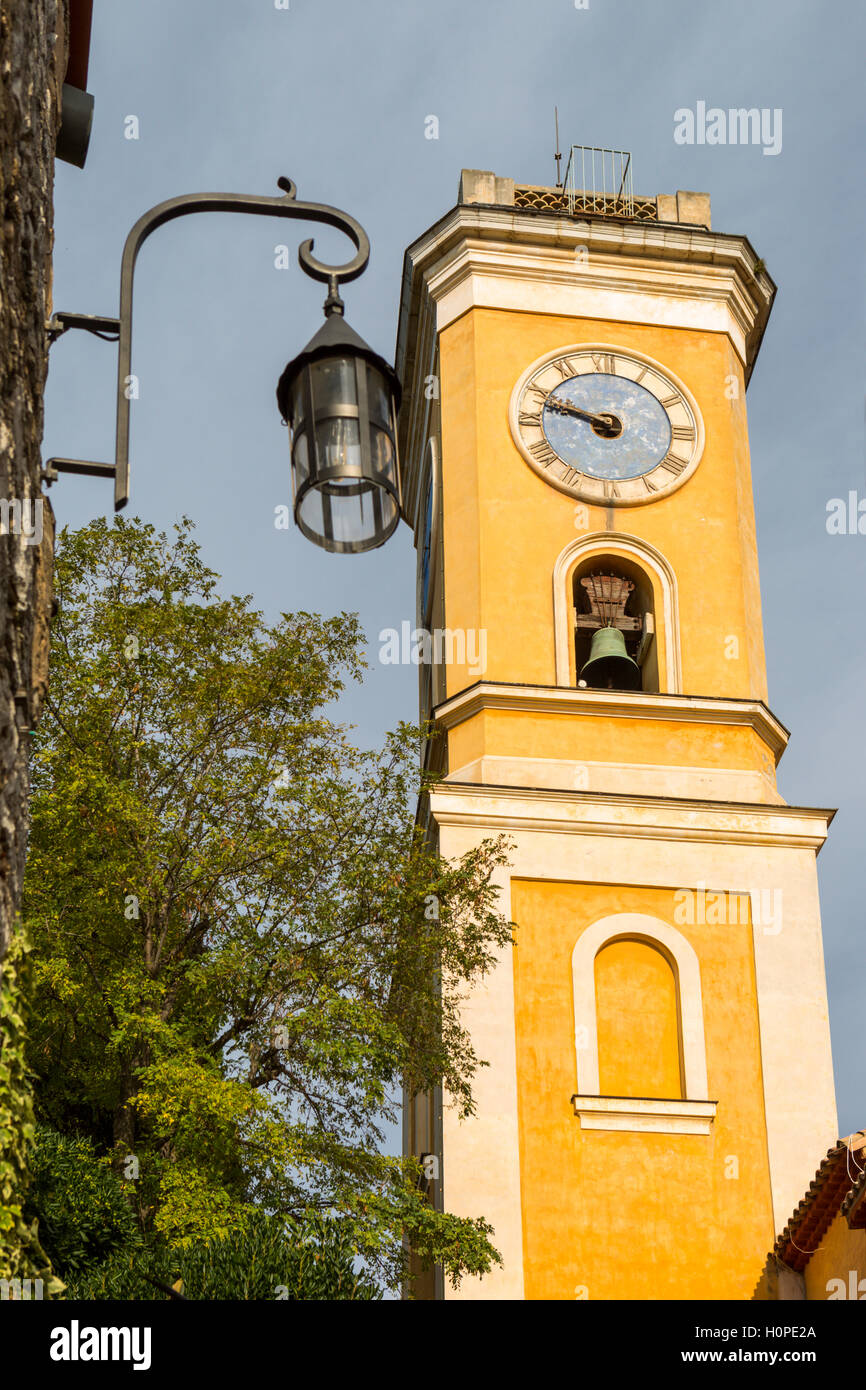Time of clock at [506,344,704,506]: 9:47
